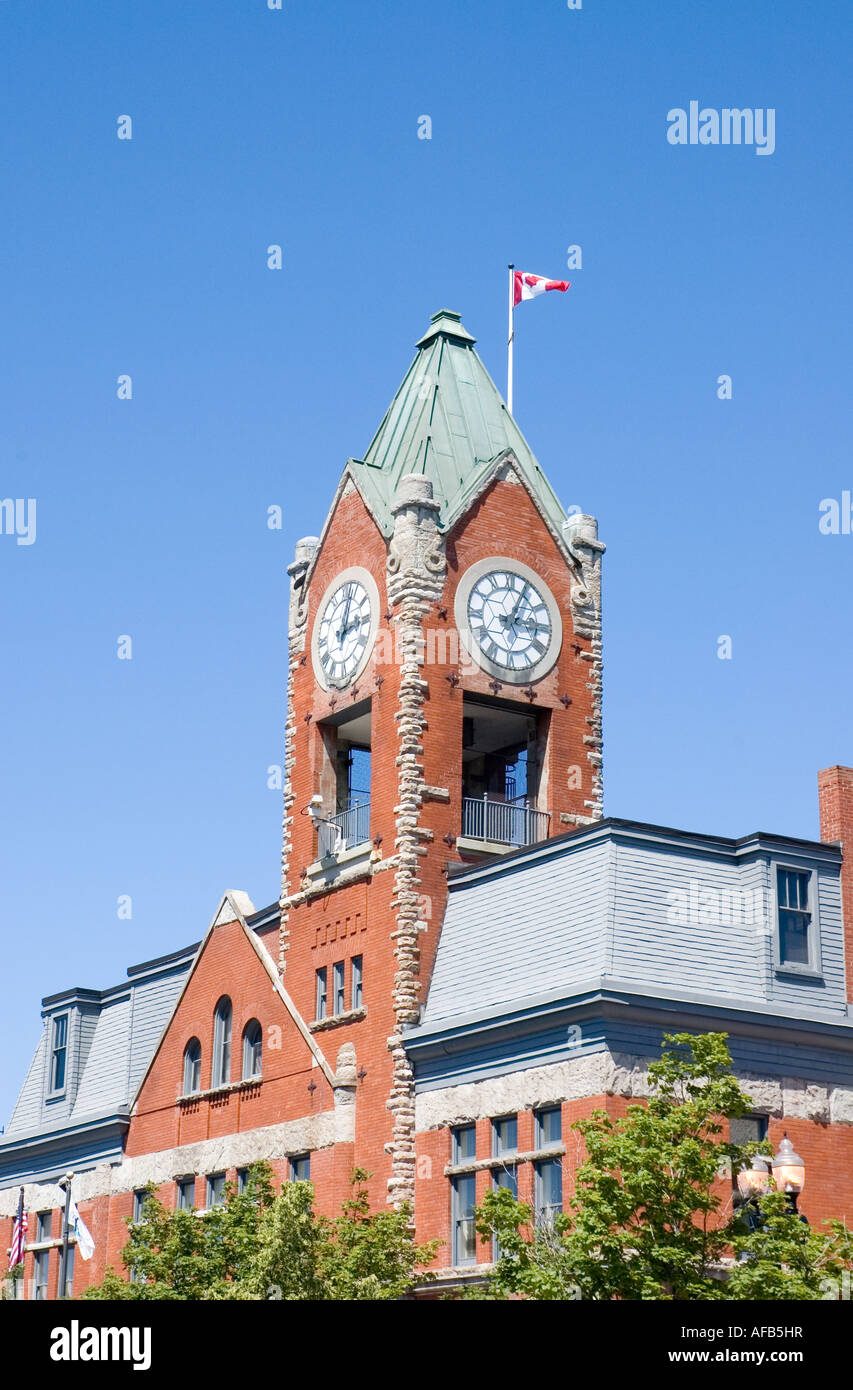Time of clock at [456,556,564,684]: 3:04
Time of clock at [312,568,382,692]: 3:02
